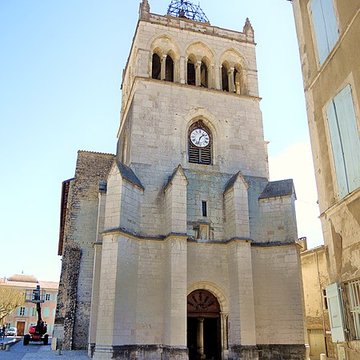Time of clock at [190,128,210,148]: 1:33
